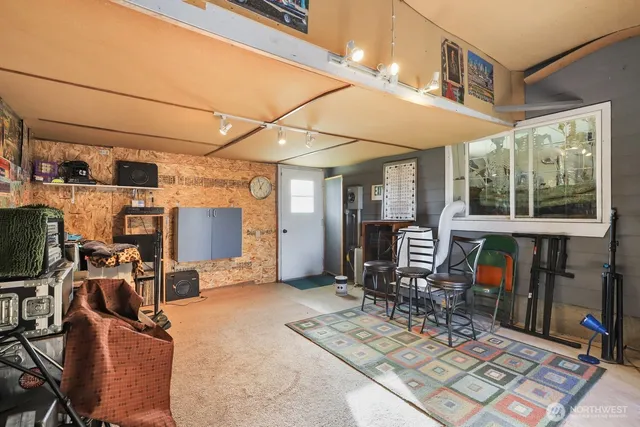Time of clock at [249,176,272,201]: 12:57
